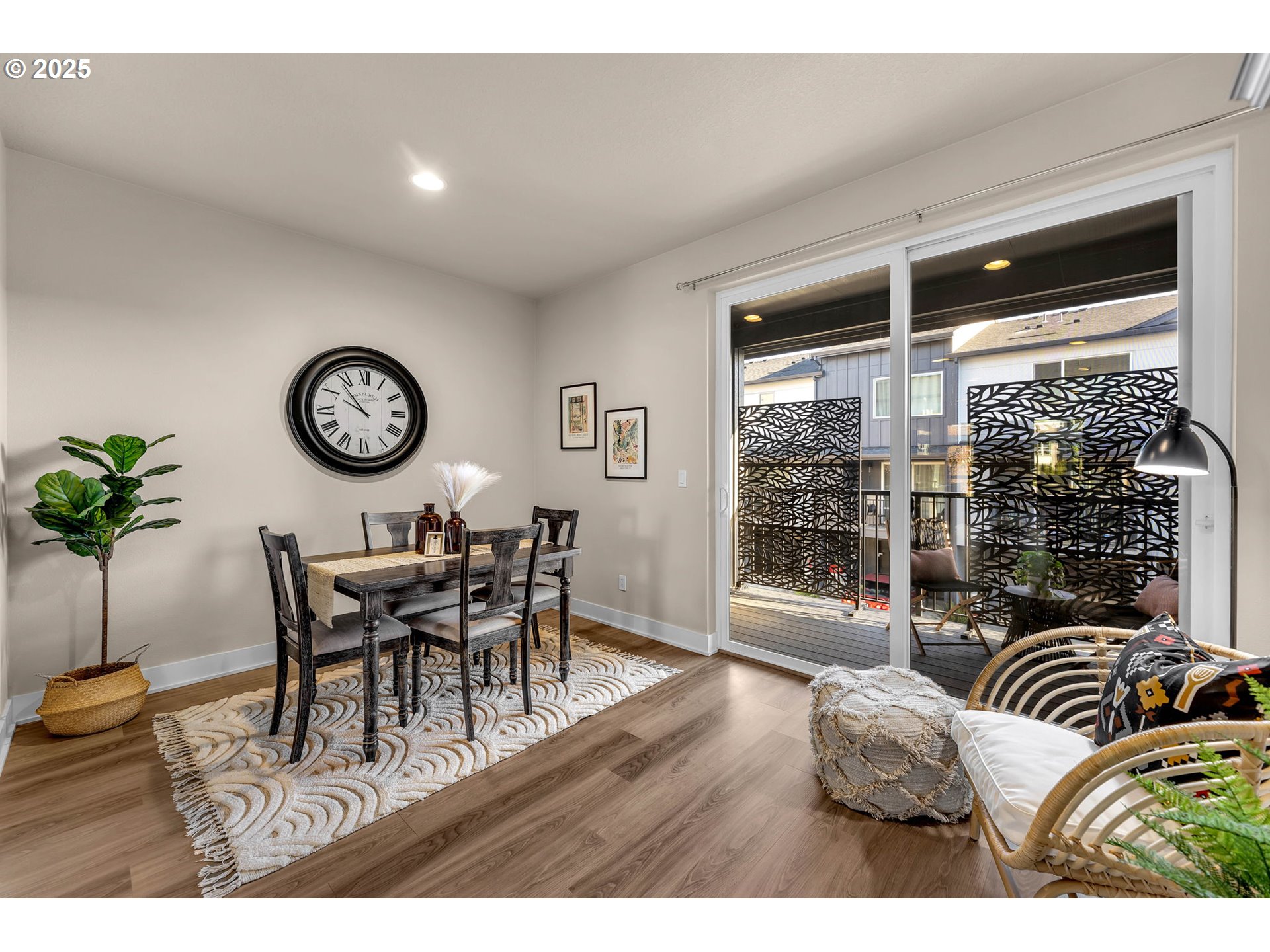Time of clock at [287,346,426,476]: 9:53
